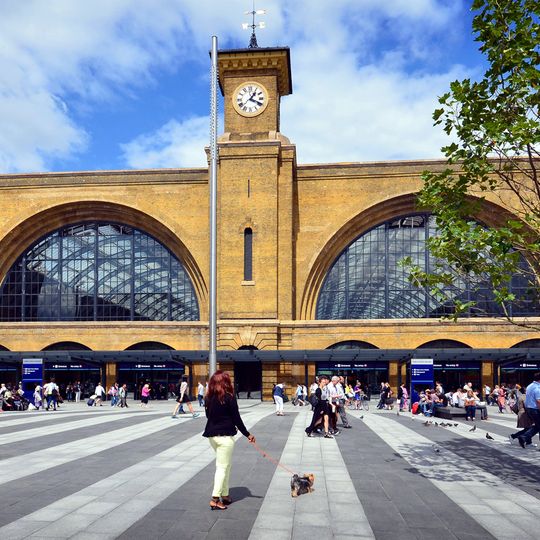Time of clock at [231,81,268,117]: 1:18
